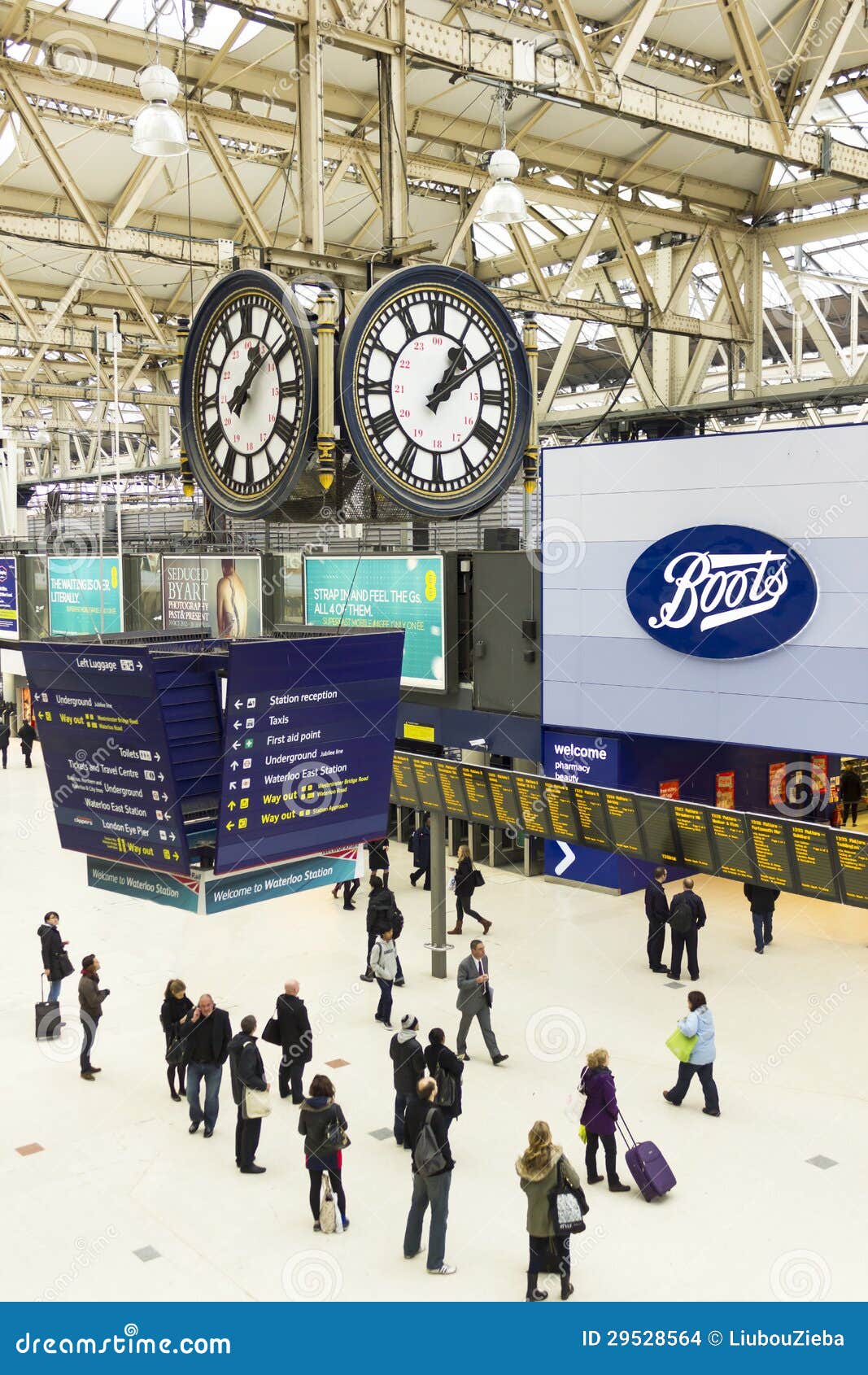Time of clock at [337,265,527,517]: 1:09
